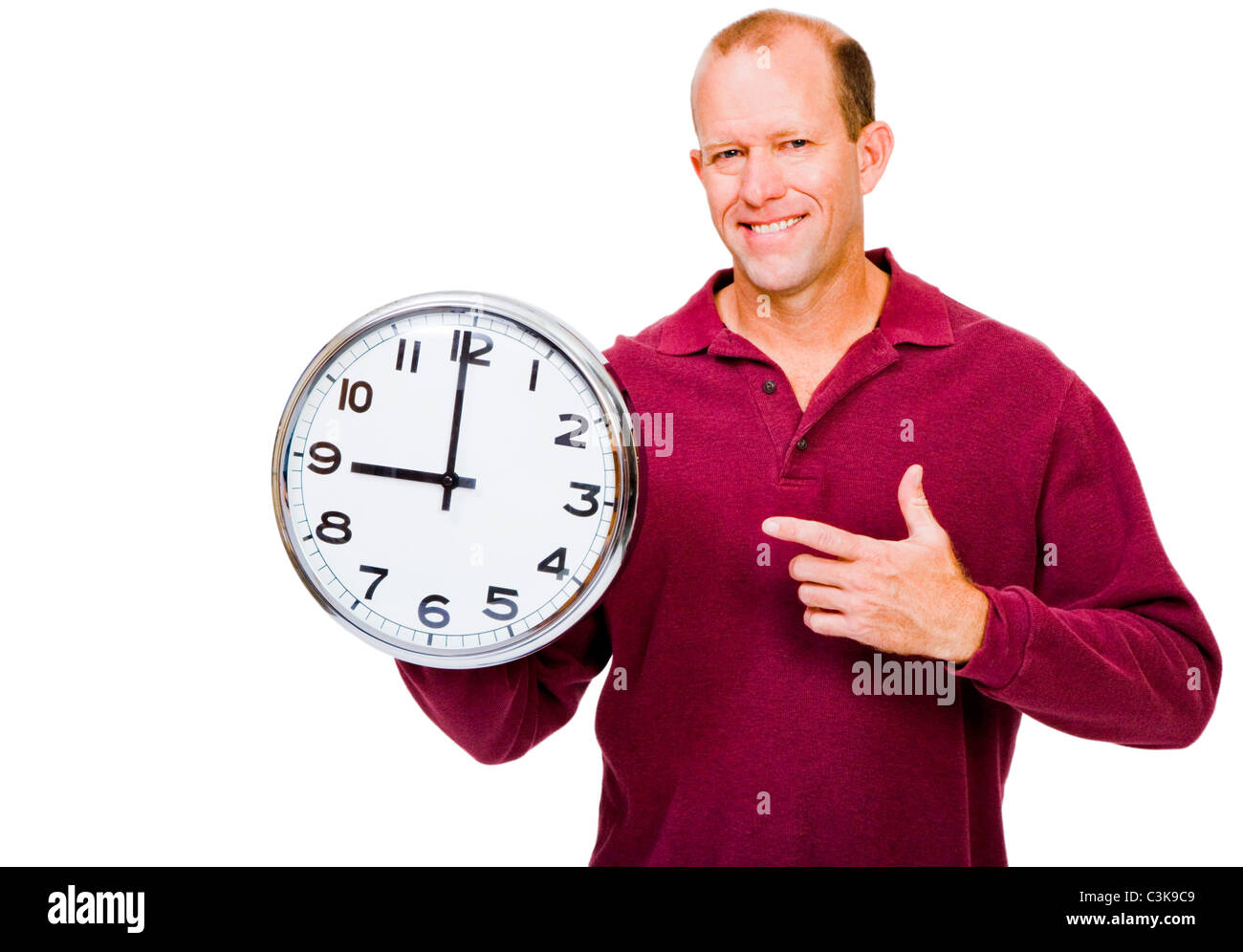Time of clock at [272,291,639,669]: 8:59
